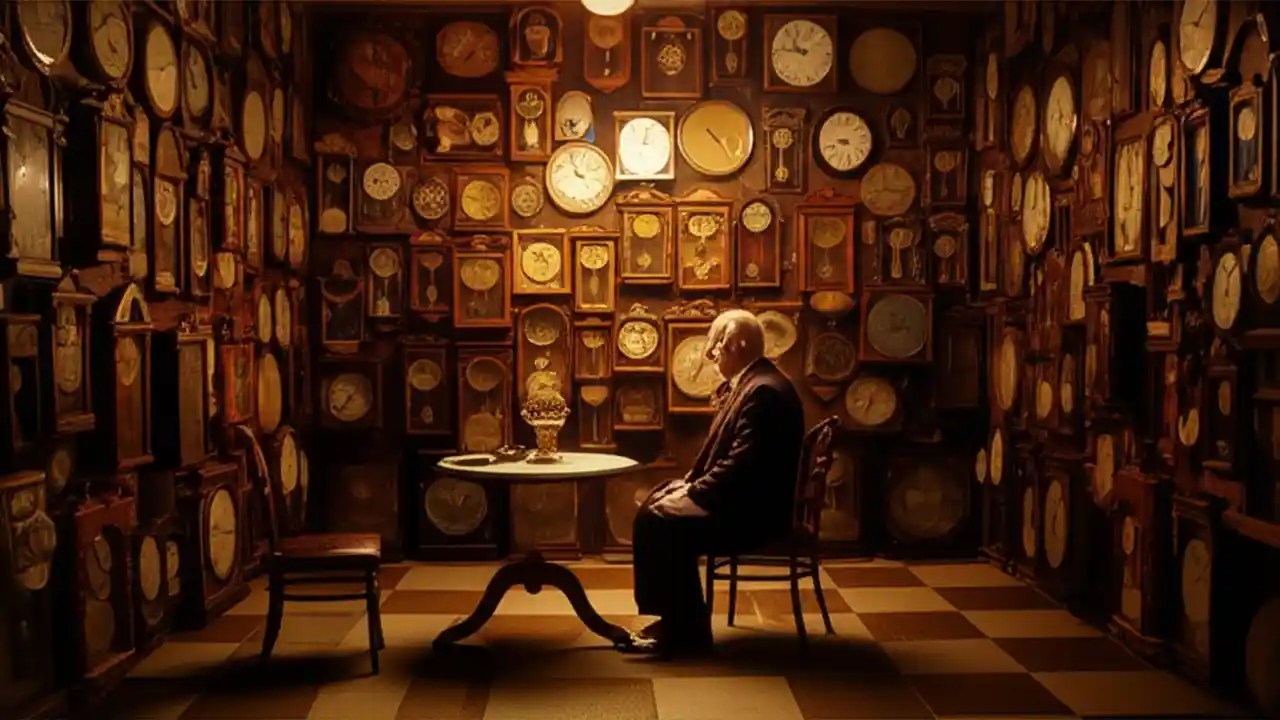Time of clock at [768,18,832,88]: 10:47
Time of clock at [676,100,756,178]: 4:23
